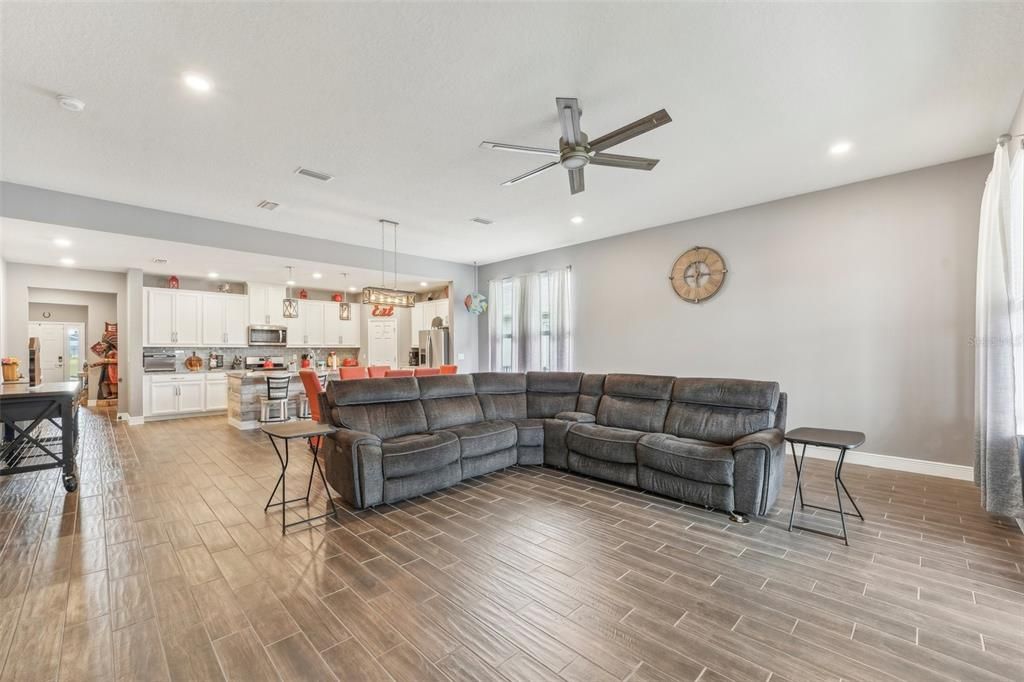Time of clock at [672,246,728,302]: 2:58
